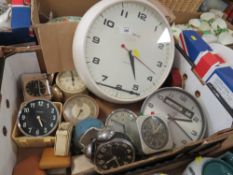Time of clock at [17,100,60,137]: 5:18
